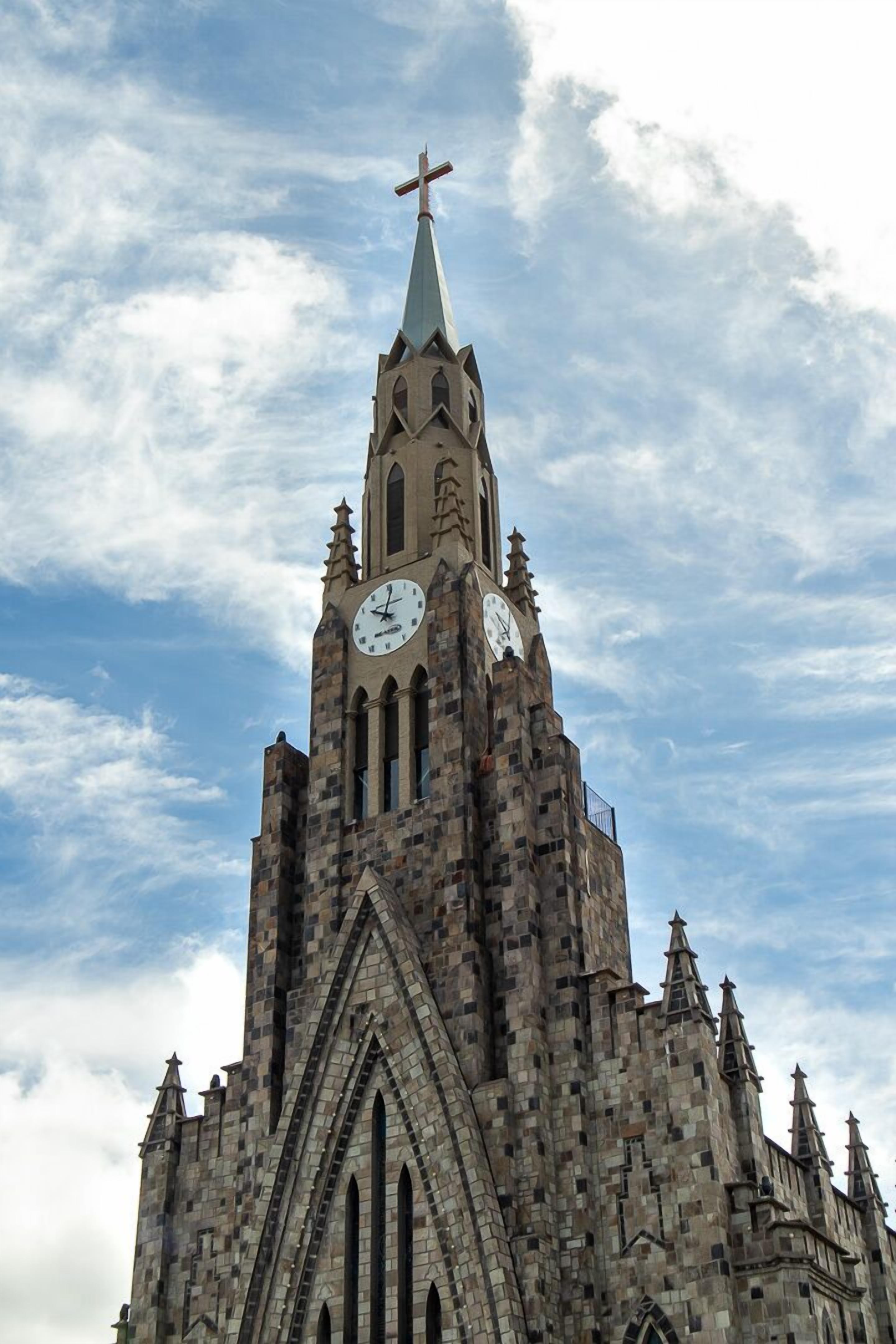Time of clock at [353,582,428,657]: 10:01
